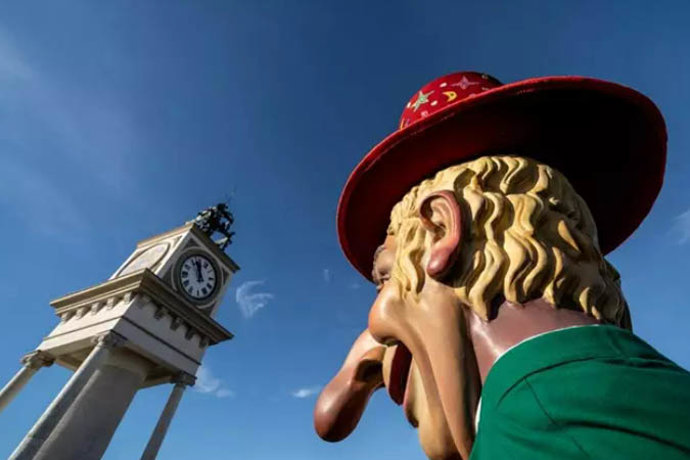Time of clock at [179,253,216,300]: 11:57
